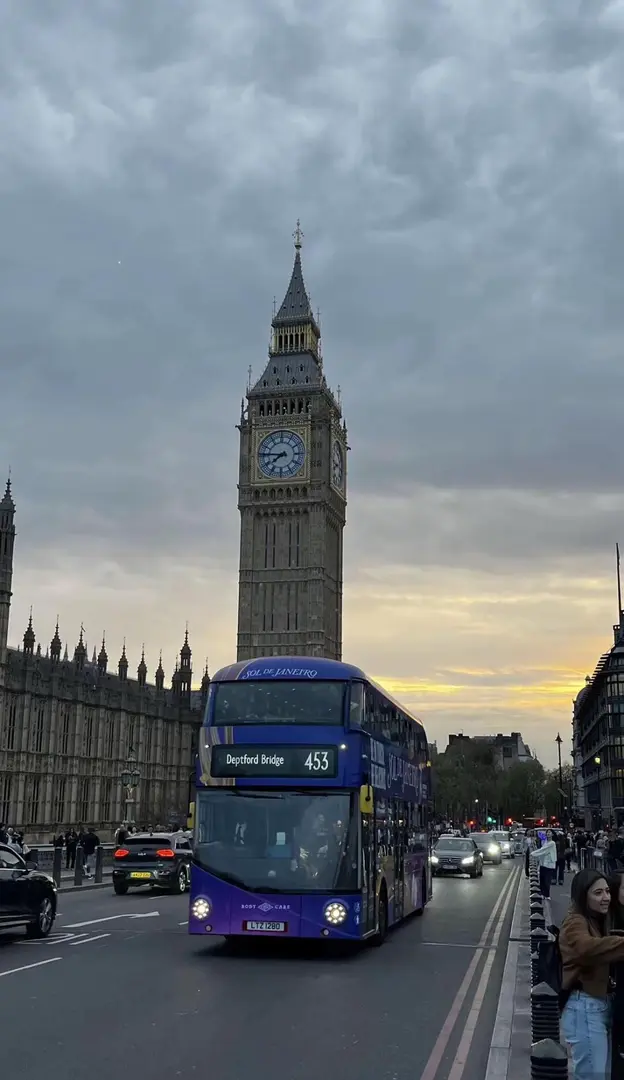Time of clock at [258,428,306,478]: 7:45
